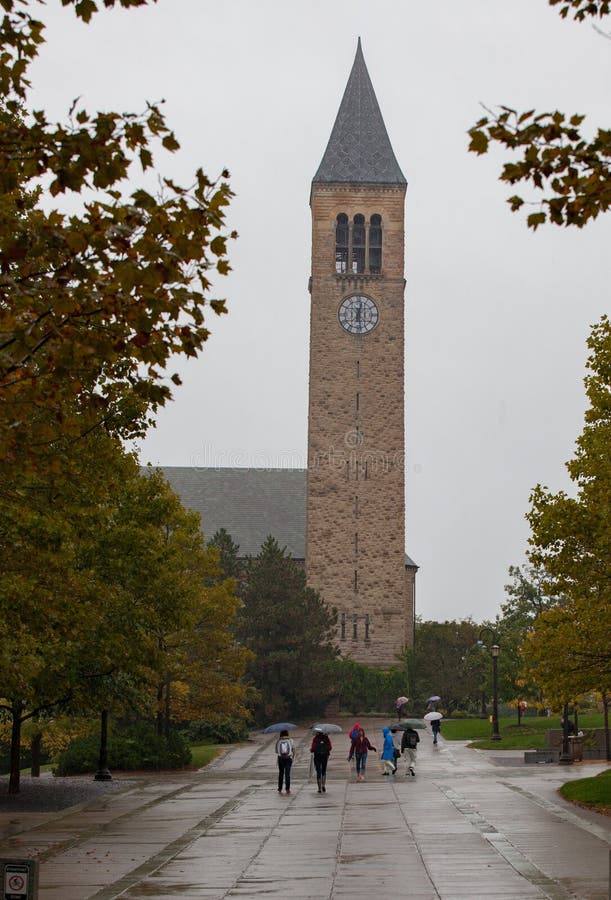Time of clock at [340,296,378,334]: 12:28
